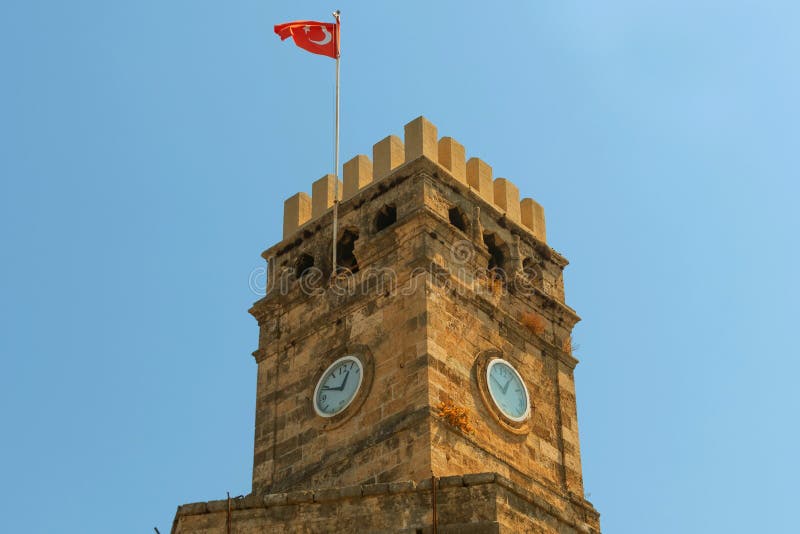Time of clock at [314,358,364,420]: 12:48
